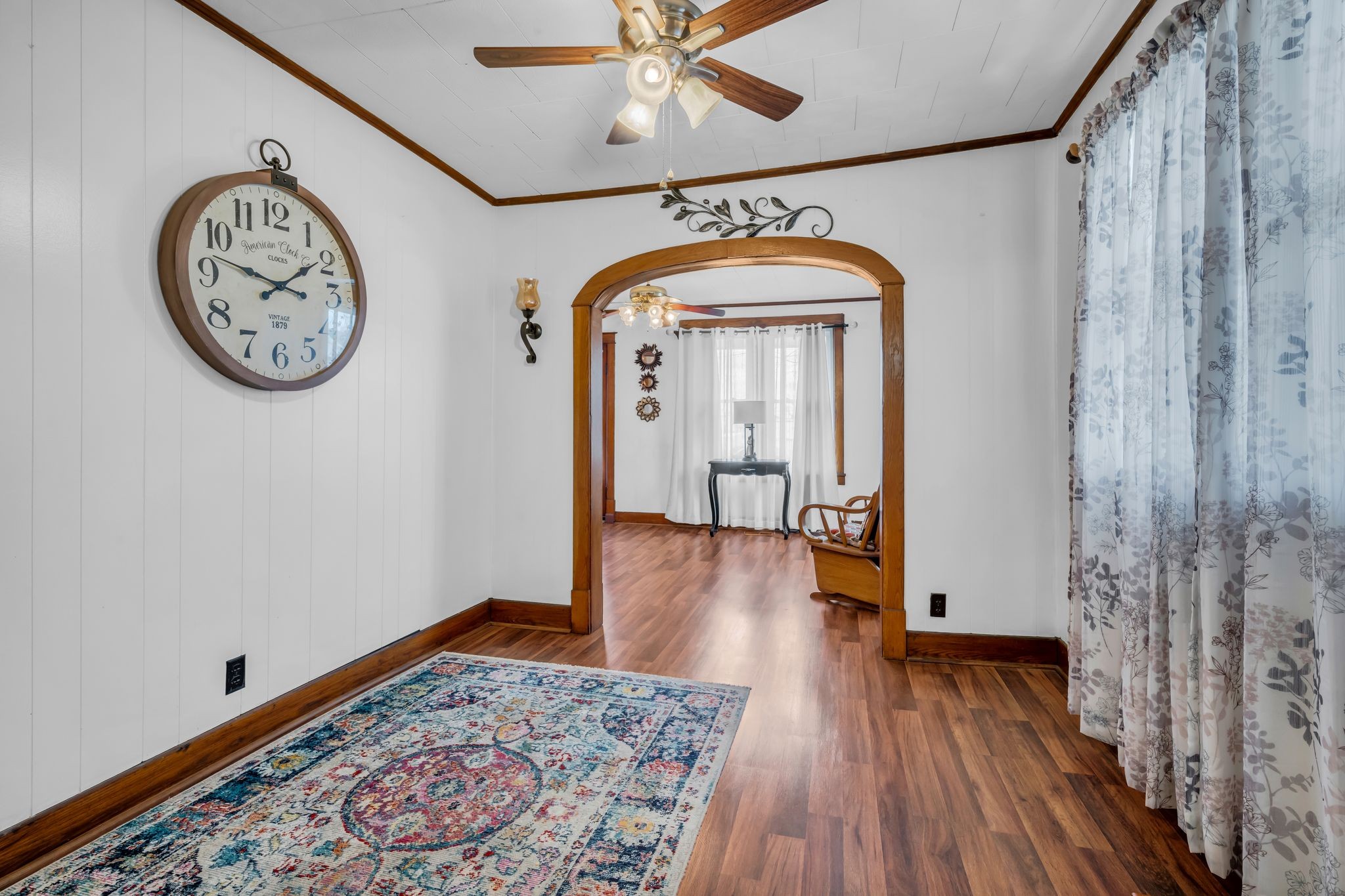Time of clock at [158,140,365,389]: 1:47
